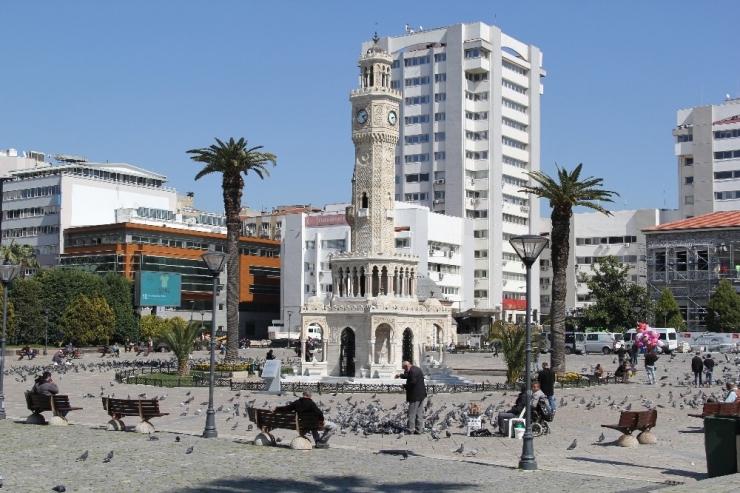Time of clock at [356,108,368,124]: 2:23
